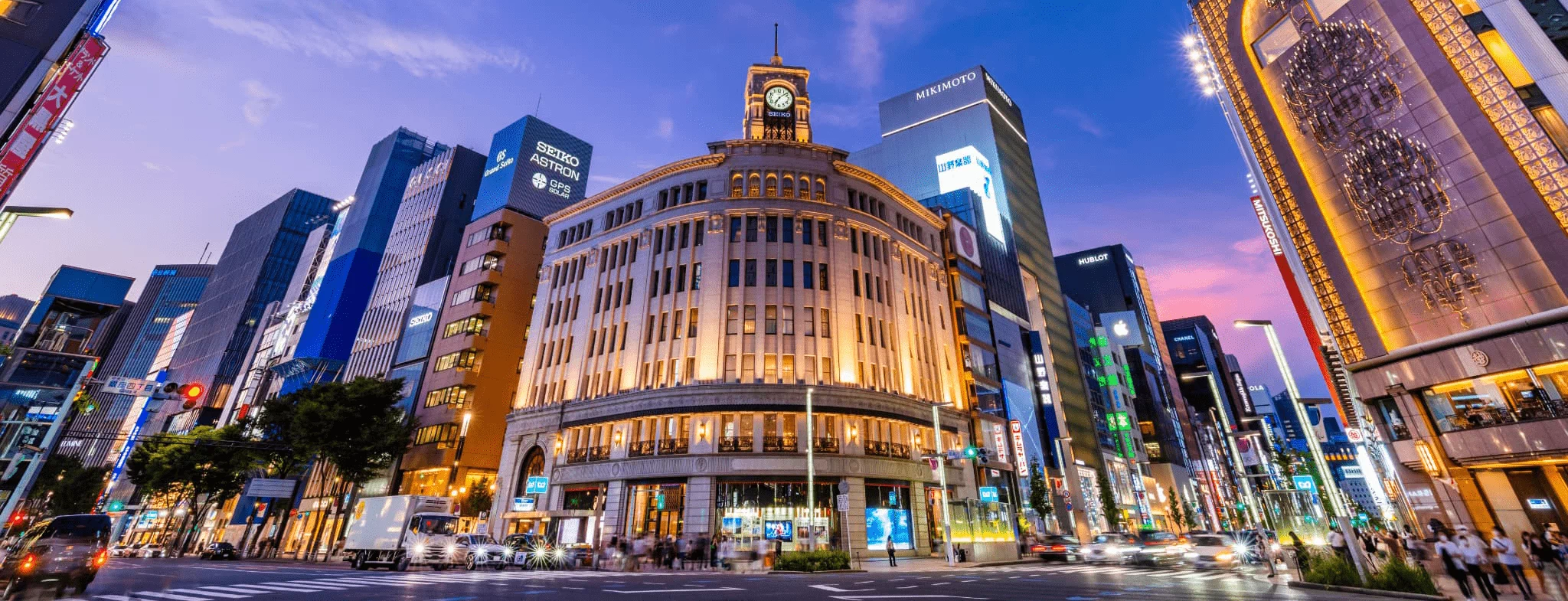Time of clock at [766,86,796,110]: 7:08
